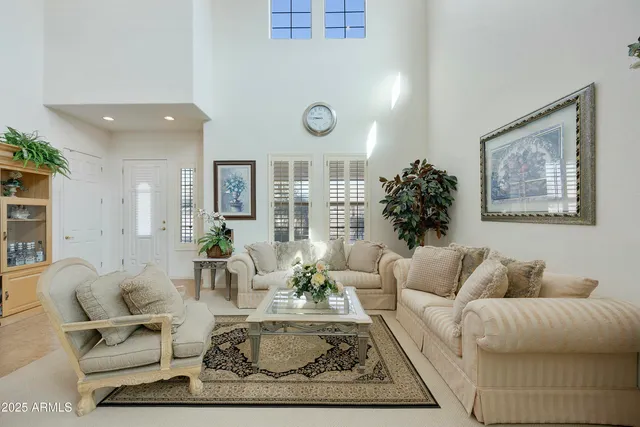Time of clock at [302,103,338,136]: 8:45
